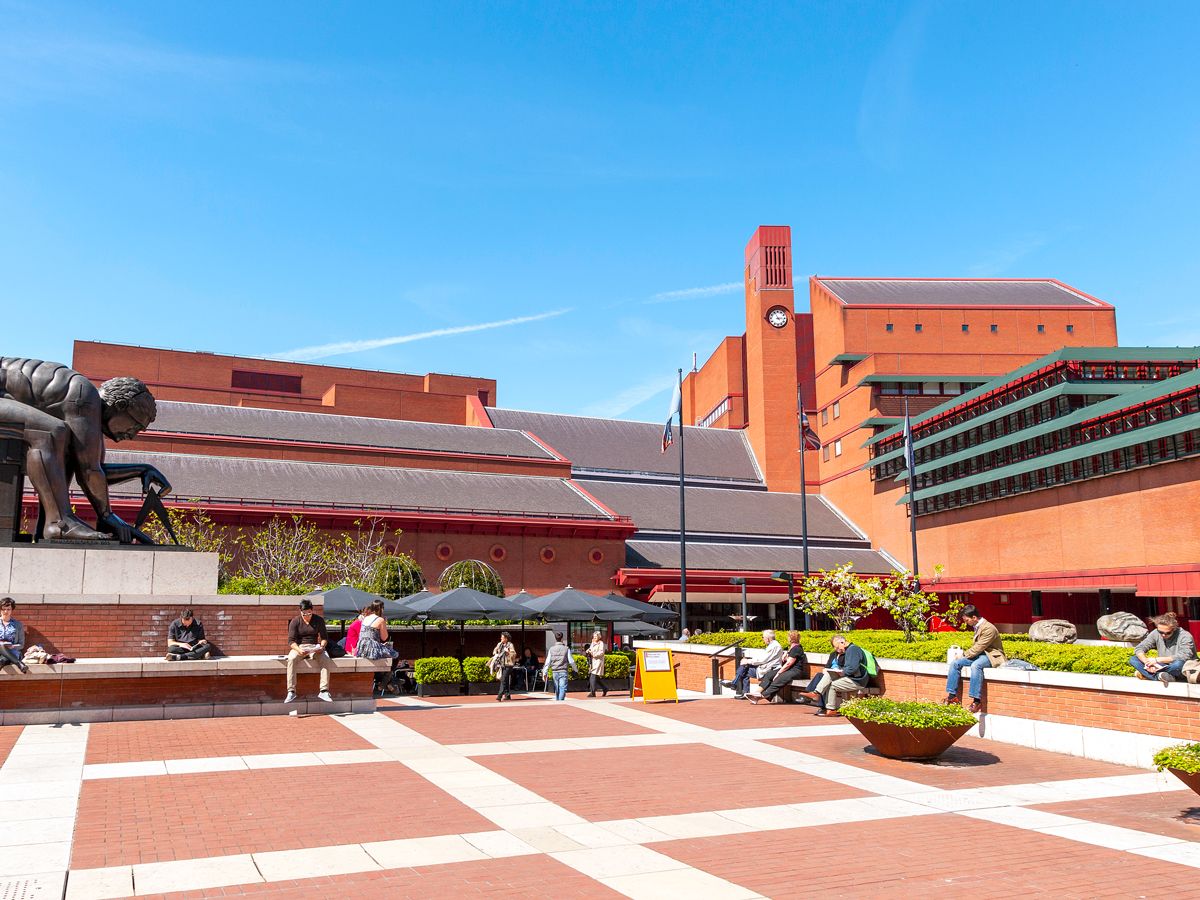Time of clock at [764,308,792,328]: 2:55
